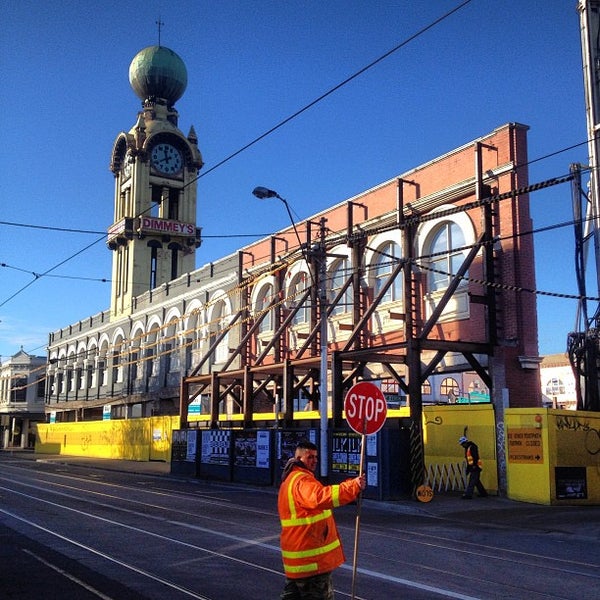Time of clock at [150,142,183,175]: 11:40
